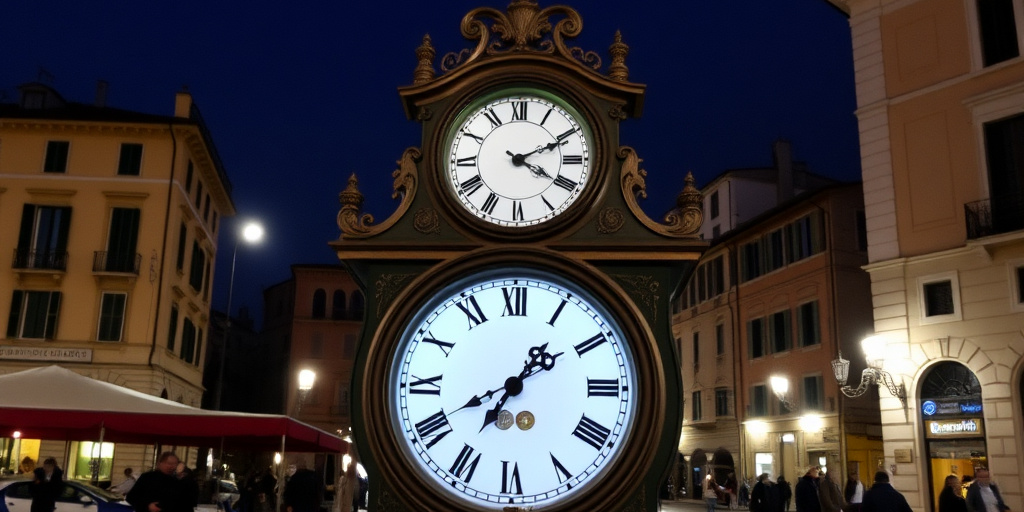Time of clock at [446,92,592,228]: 4:10
